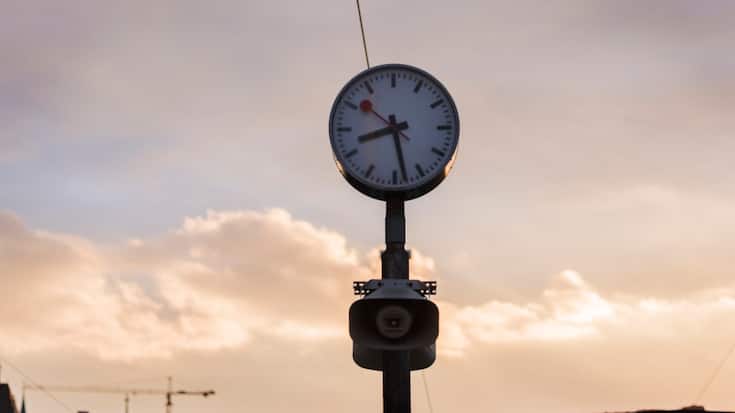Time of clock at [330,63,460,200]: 8:28
